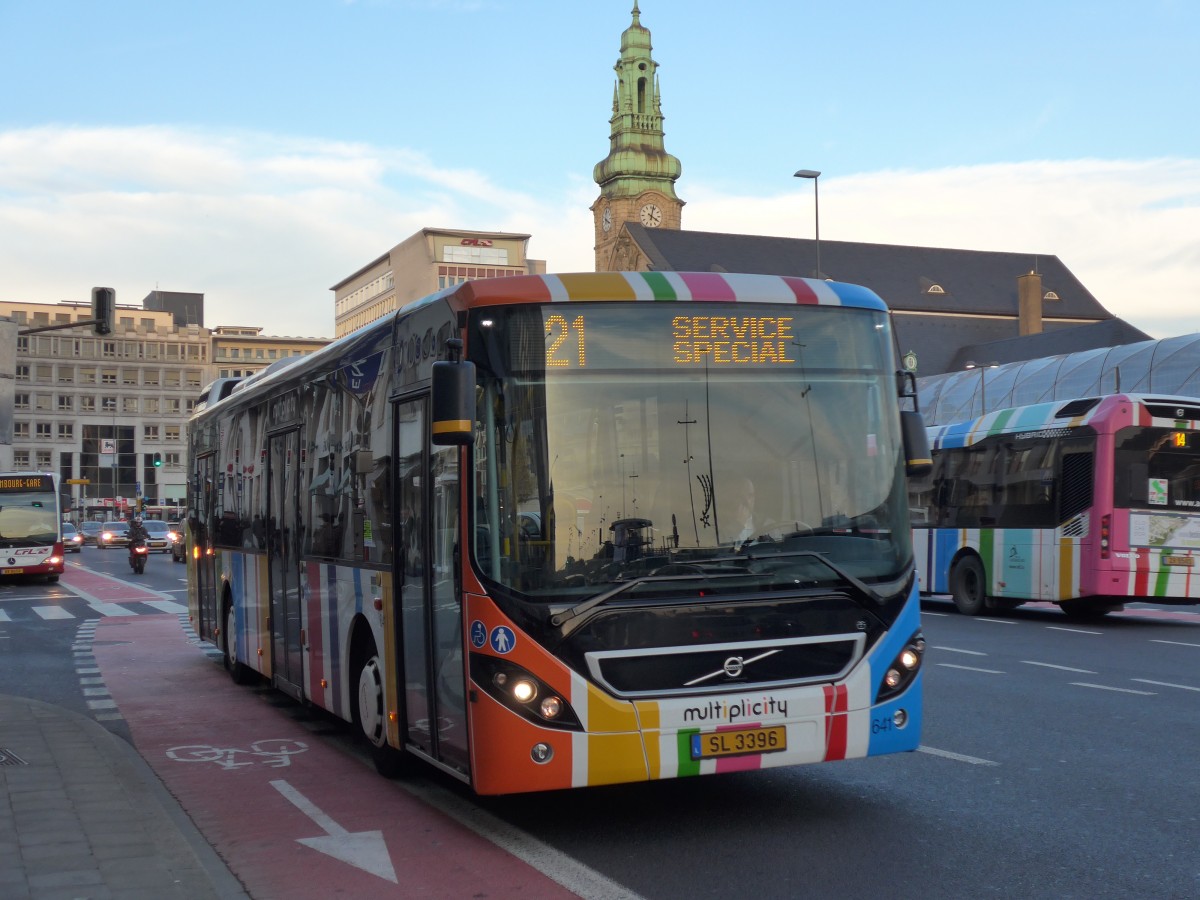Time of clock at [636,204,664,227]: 4:02
